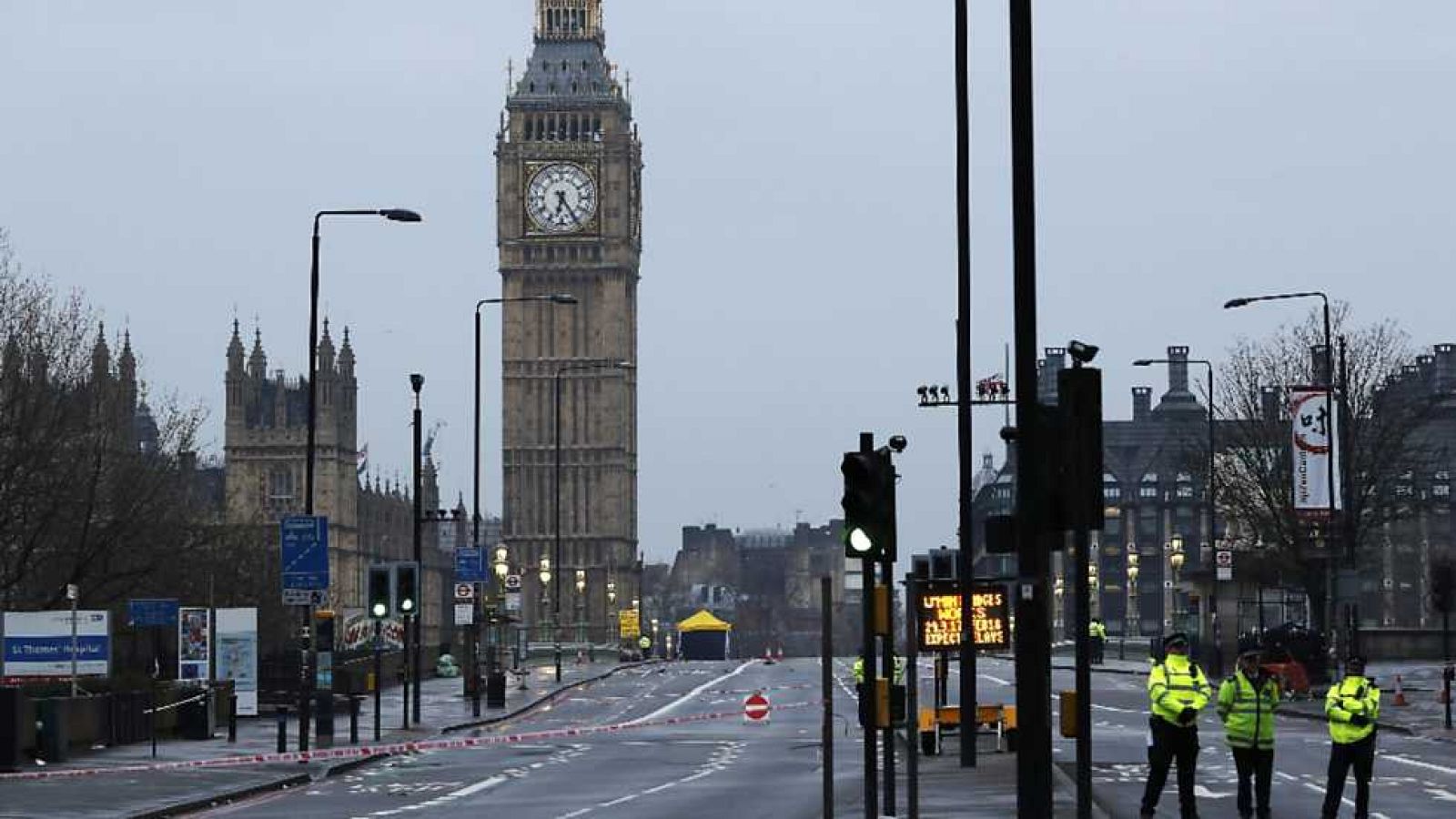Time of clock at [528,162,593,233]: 6:24
